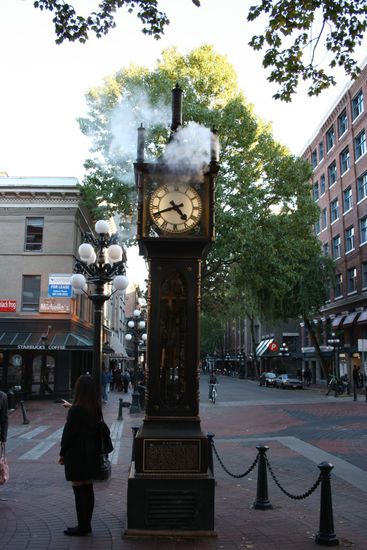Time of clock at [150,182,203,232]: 4:41
